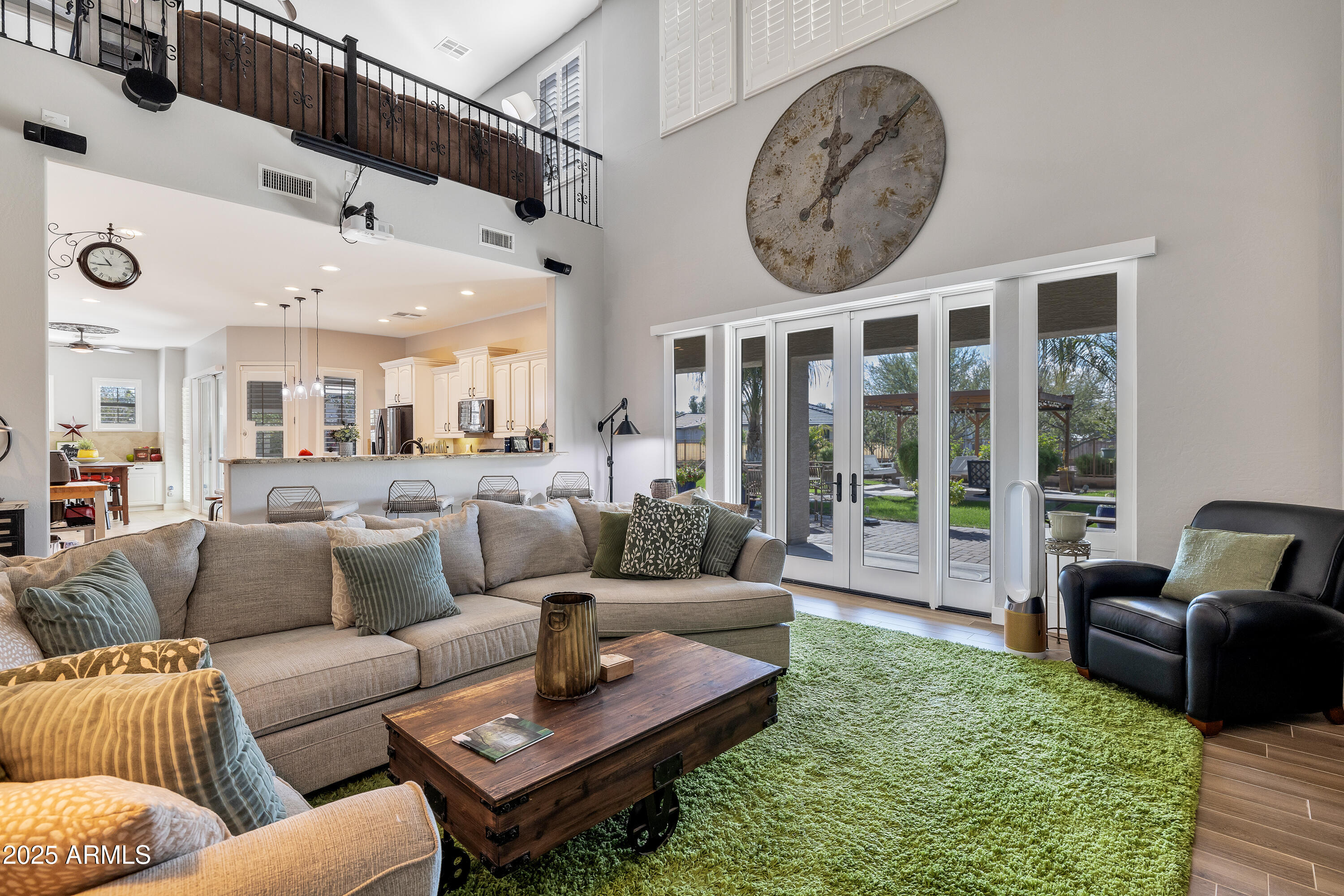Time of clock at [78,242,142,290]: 10:43
